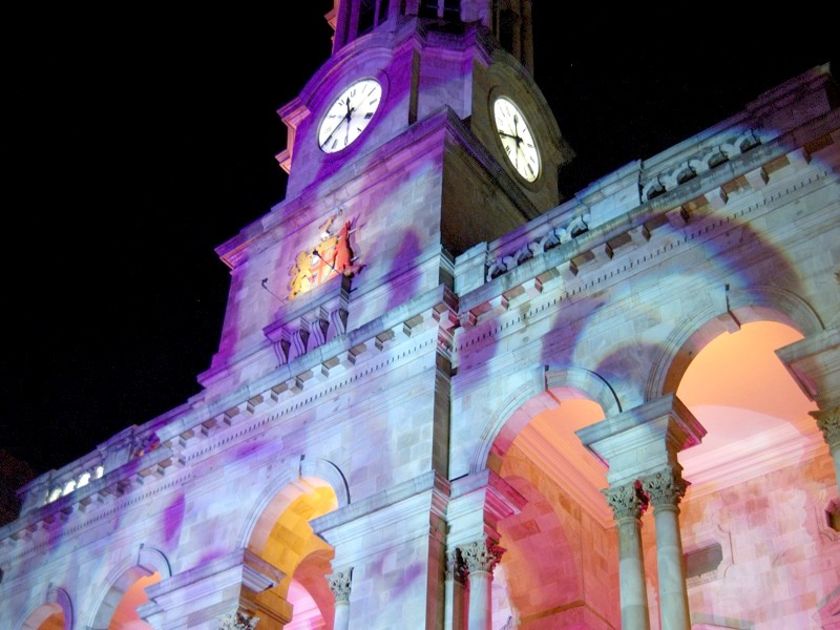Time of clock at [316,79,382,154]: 11:39
